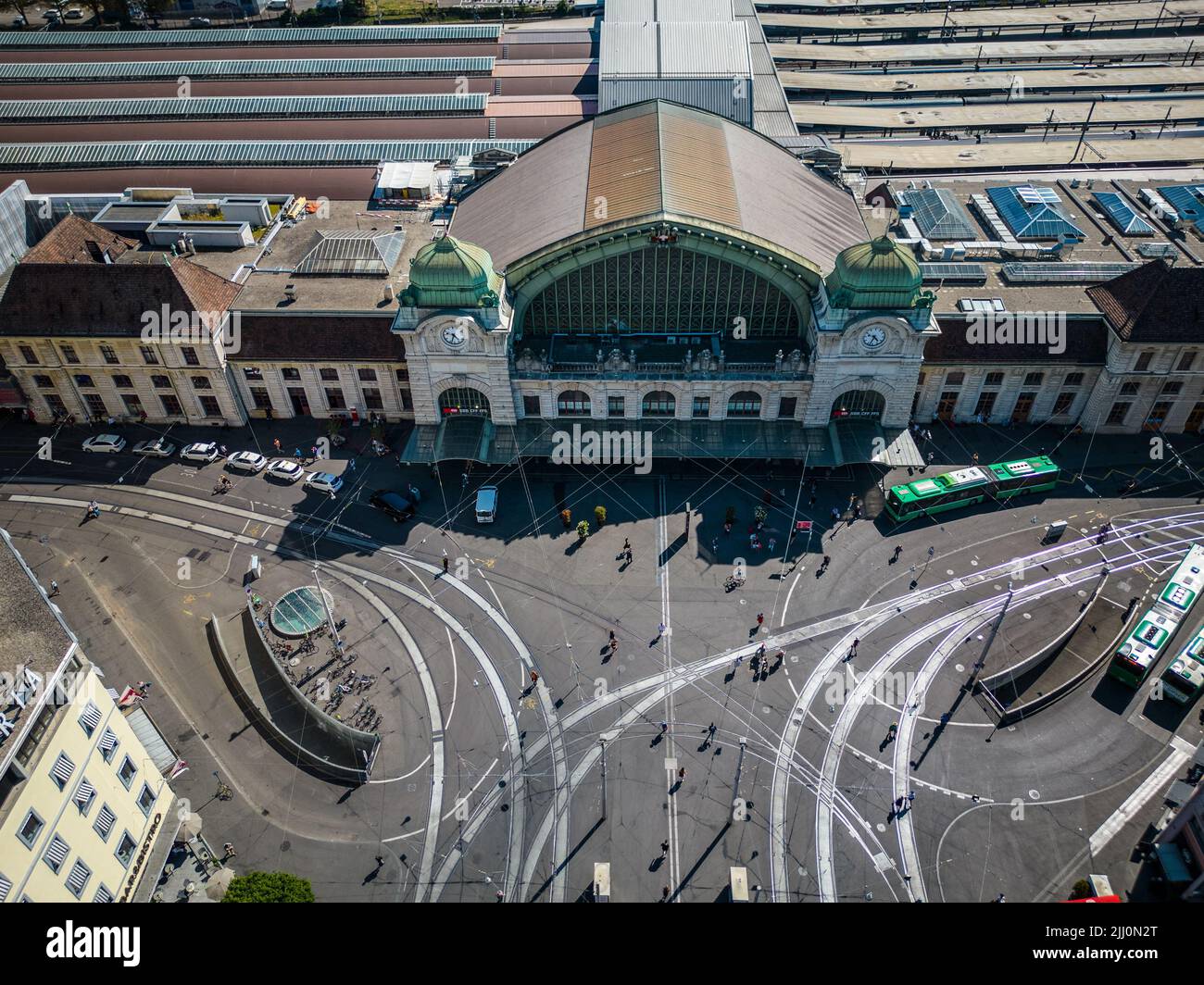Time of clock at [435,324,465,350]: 4:33
